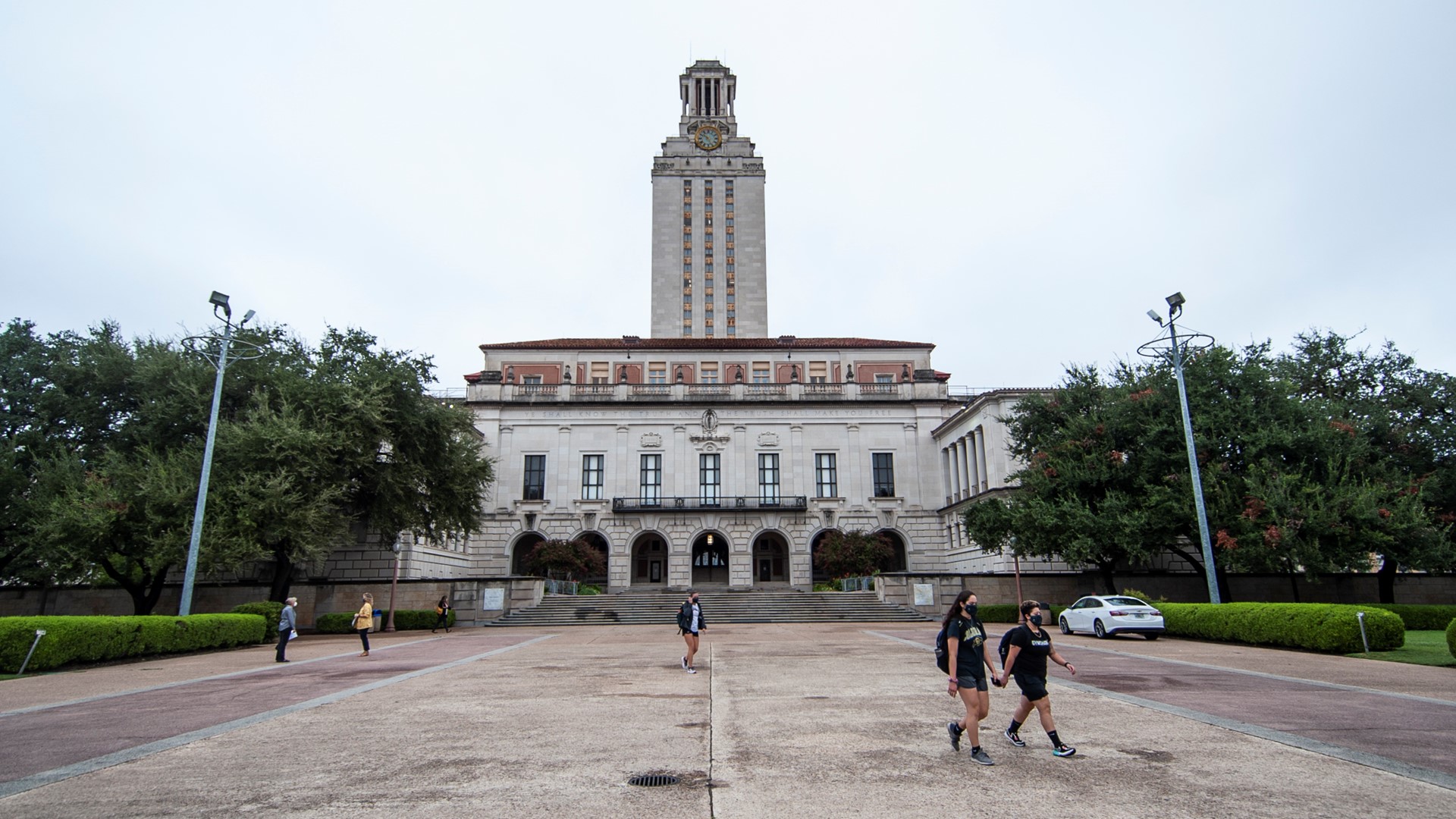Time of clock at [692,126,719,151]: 10:25
